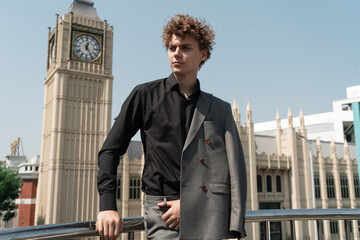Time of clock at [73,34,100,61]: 12:24
